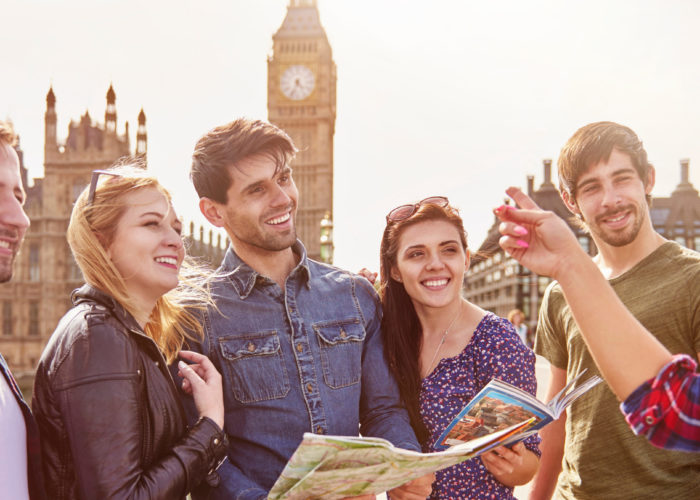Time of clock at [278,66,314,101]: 4:33
